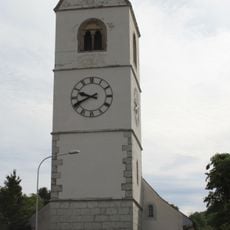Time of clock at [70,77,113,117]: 9:40
